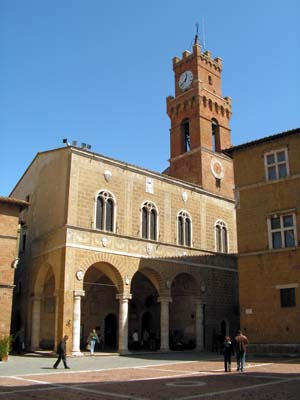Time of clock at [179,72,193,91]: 12:37
